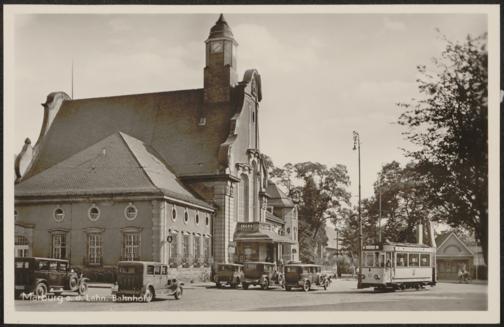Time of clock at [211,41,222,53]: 7:37
